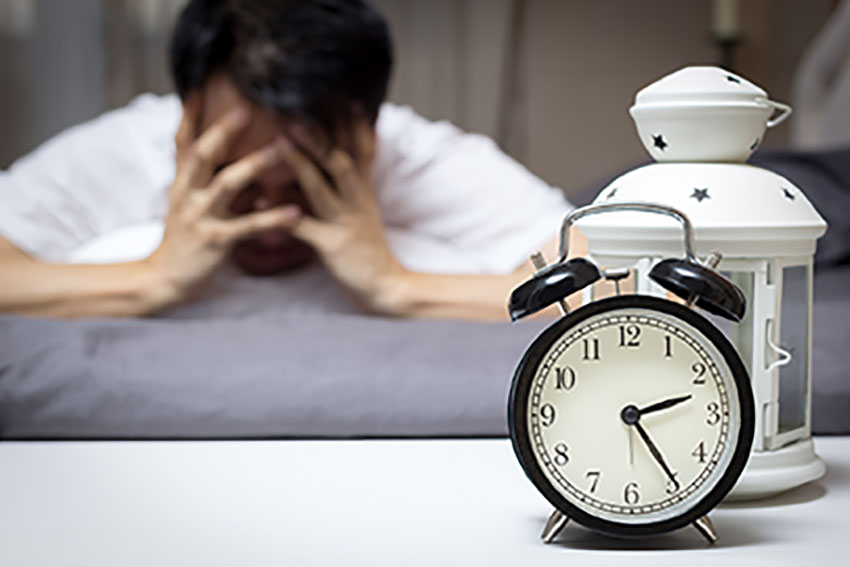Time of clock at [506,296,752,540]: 2:24
